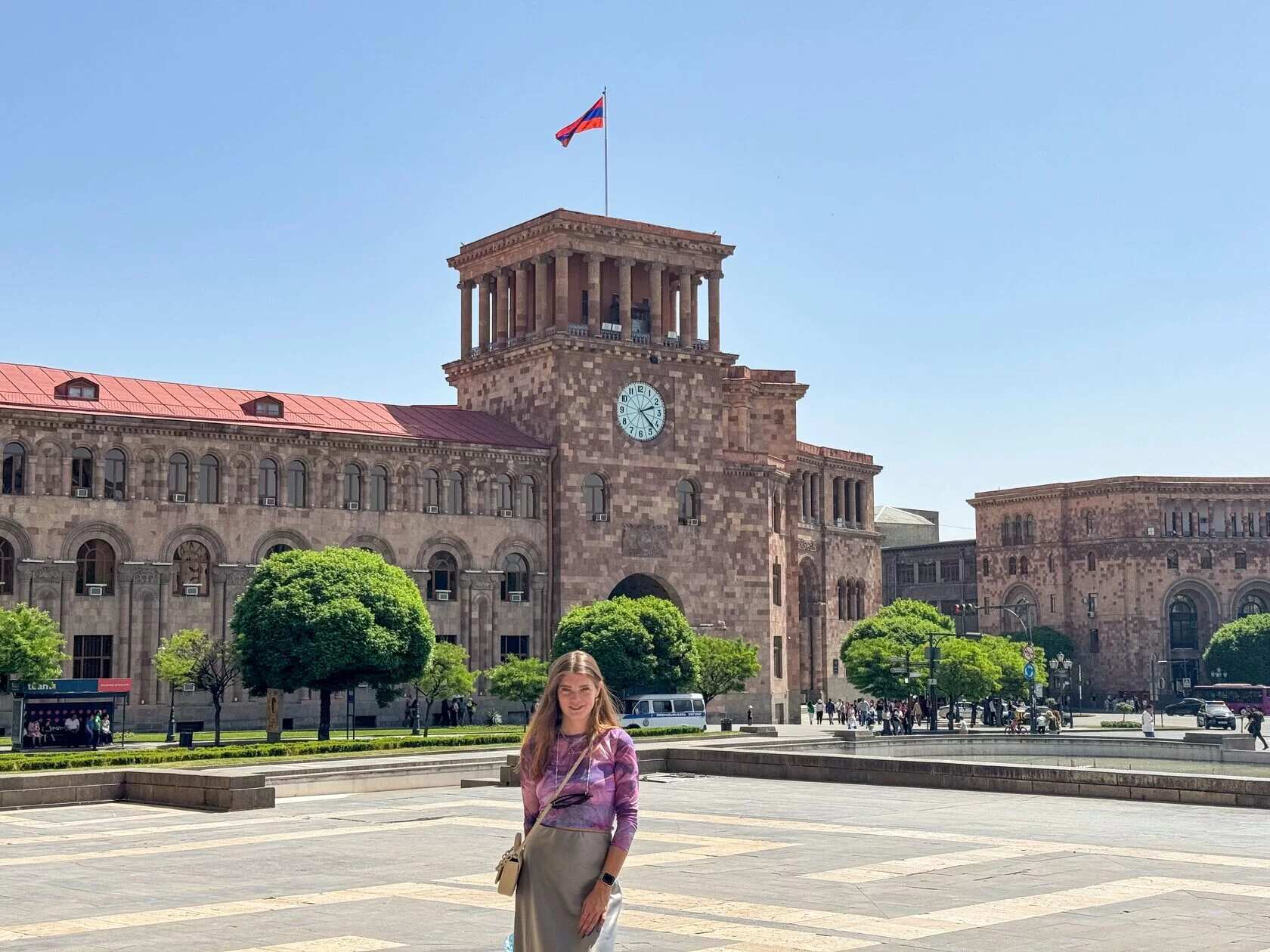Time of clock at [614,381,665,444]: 2:22
